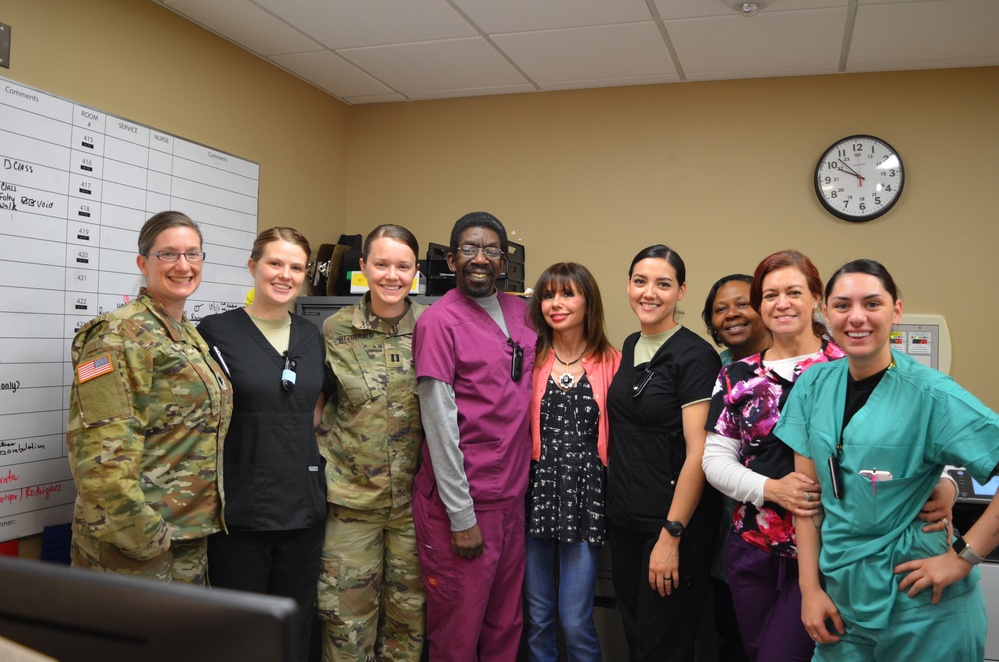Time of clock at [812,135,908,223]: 9:52
